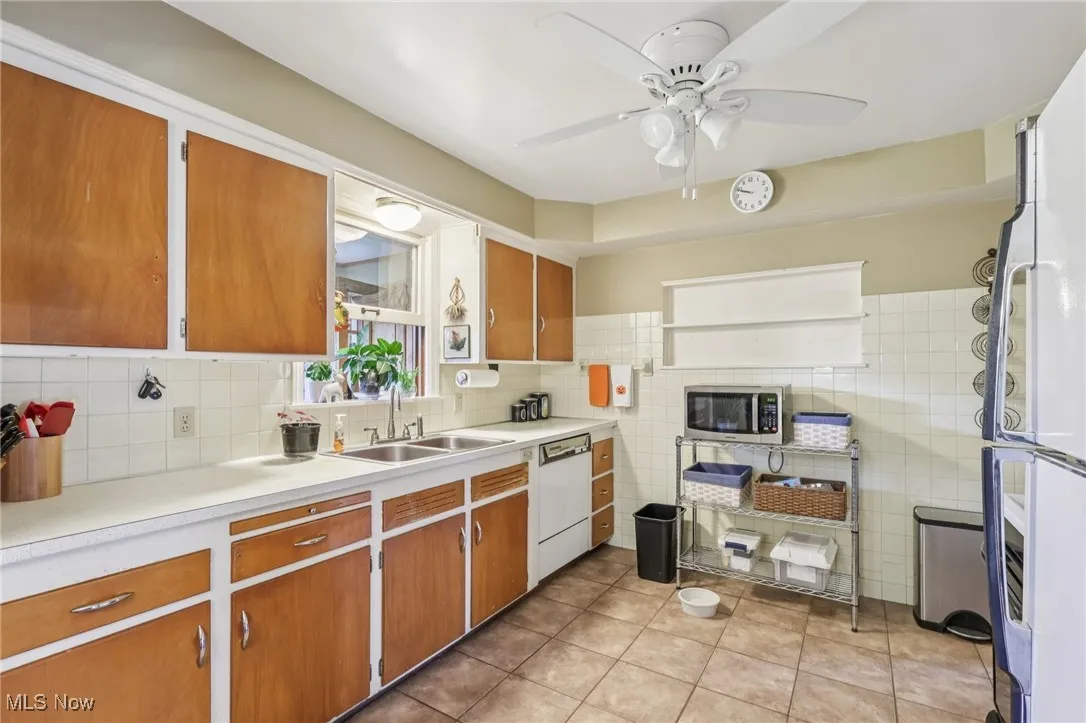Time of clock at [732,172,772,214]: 9:48
